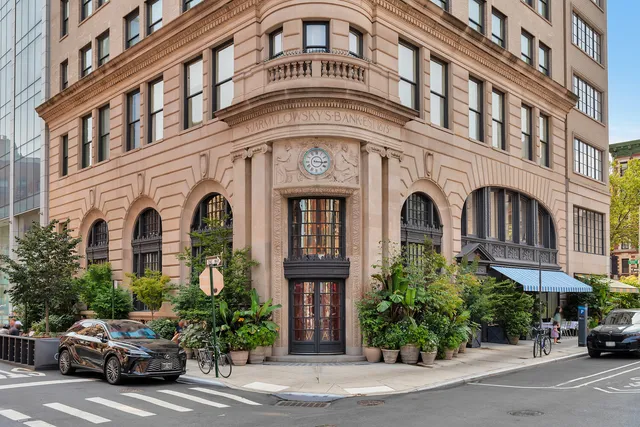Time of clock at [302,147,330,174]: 3:16
